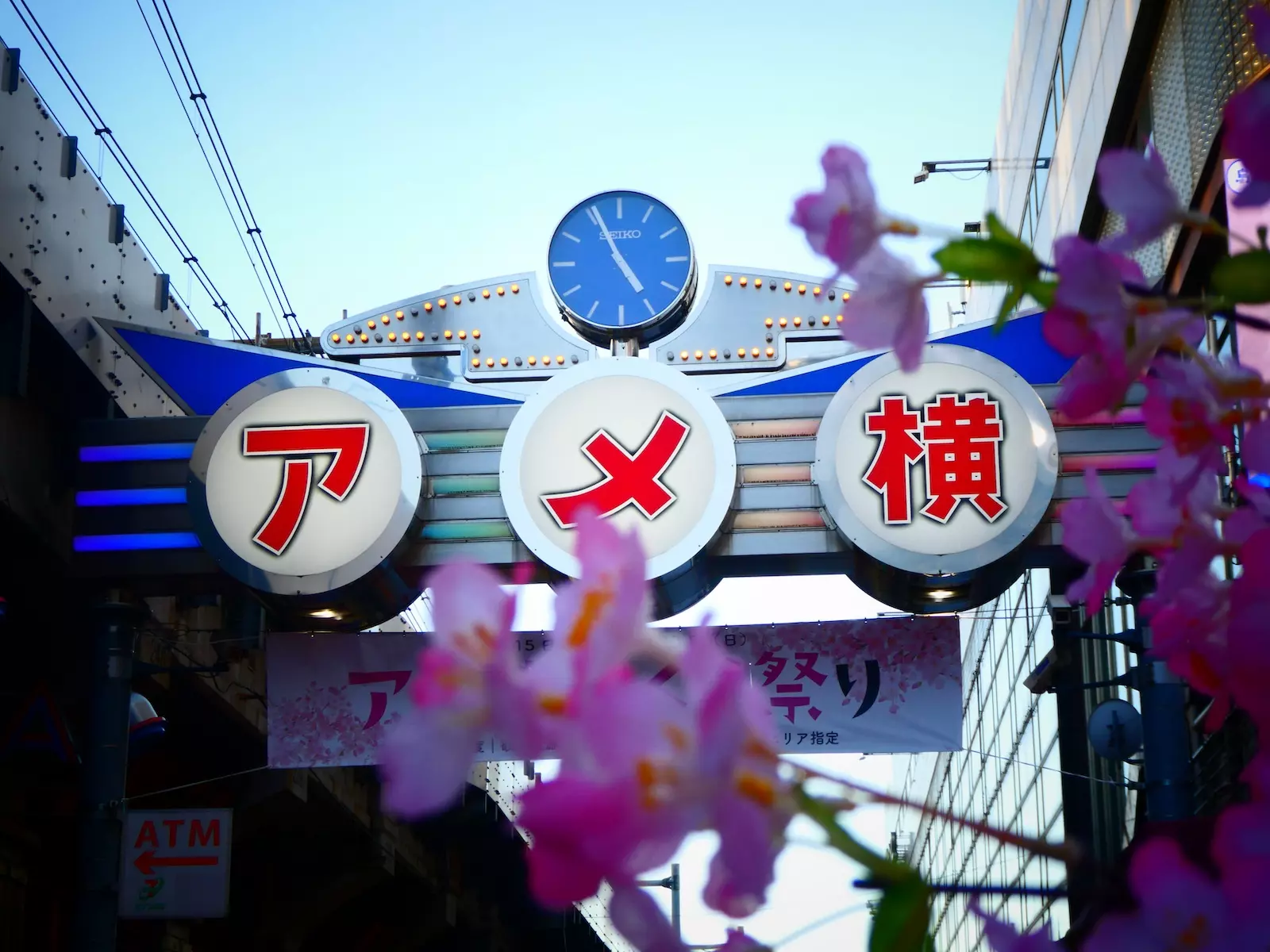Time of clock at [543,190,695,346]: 4:56
